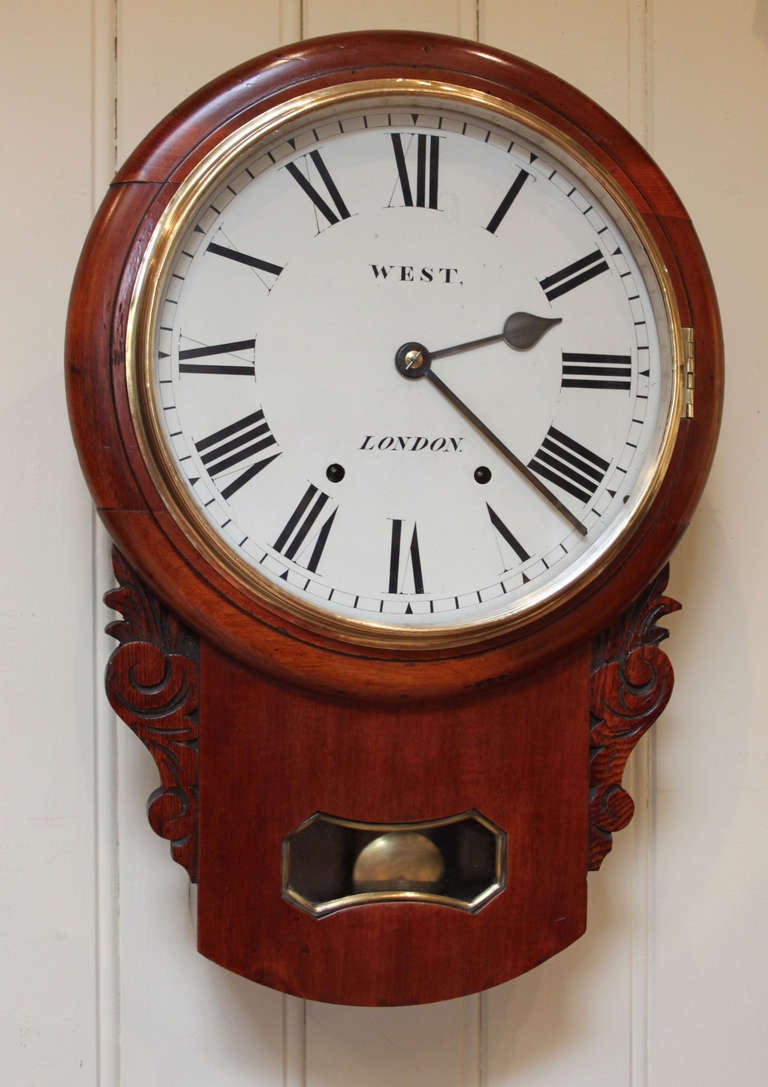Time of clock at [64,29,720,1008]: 2:22
